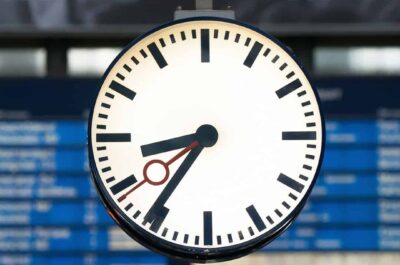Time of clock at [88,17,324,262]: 8:36
